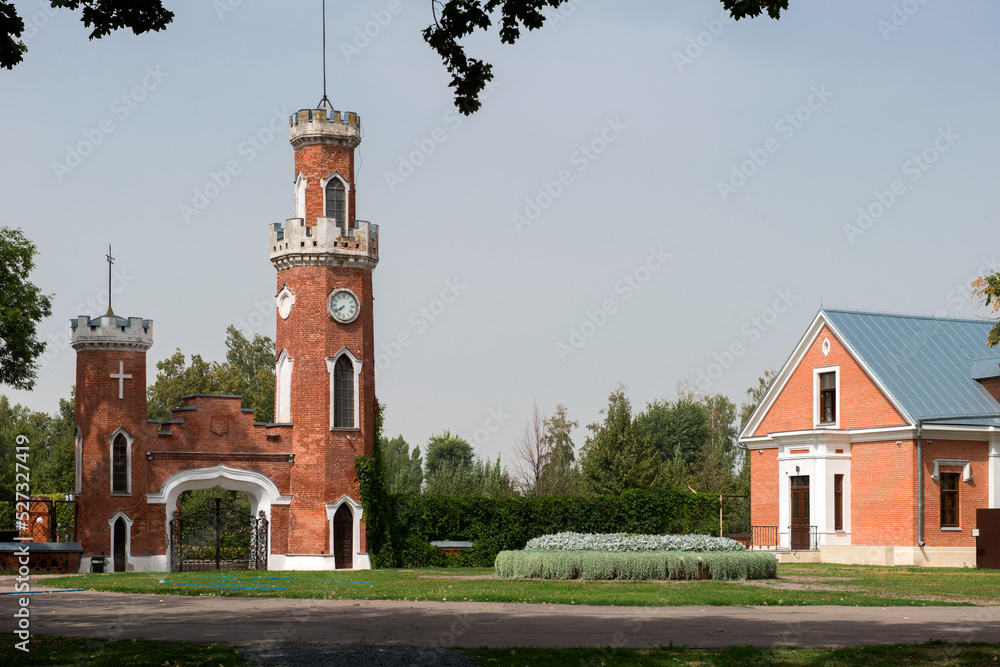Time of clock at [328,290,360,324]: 7:39
